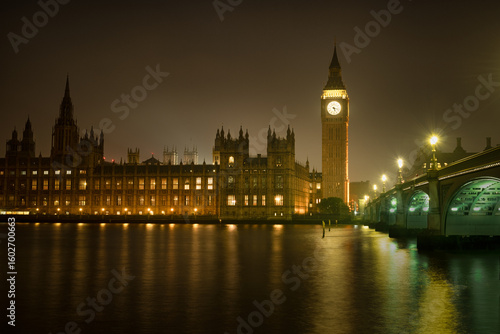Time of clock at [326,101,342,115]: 5:17
